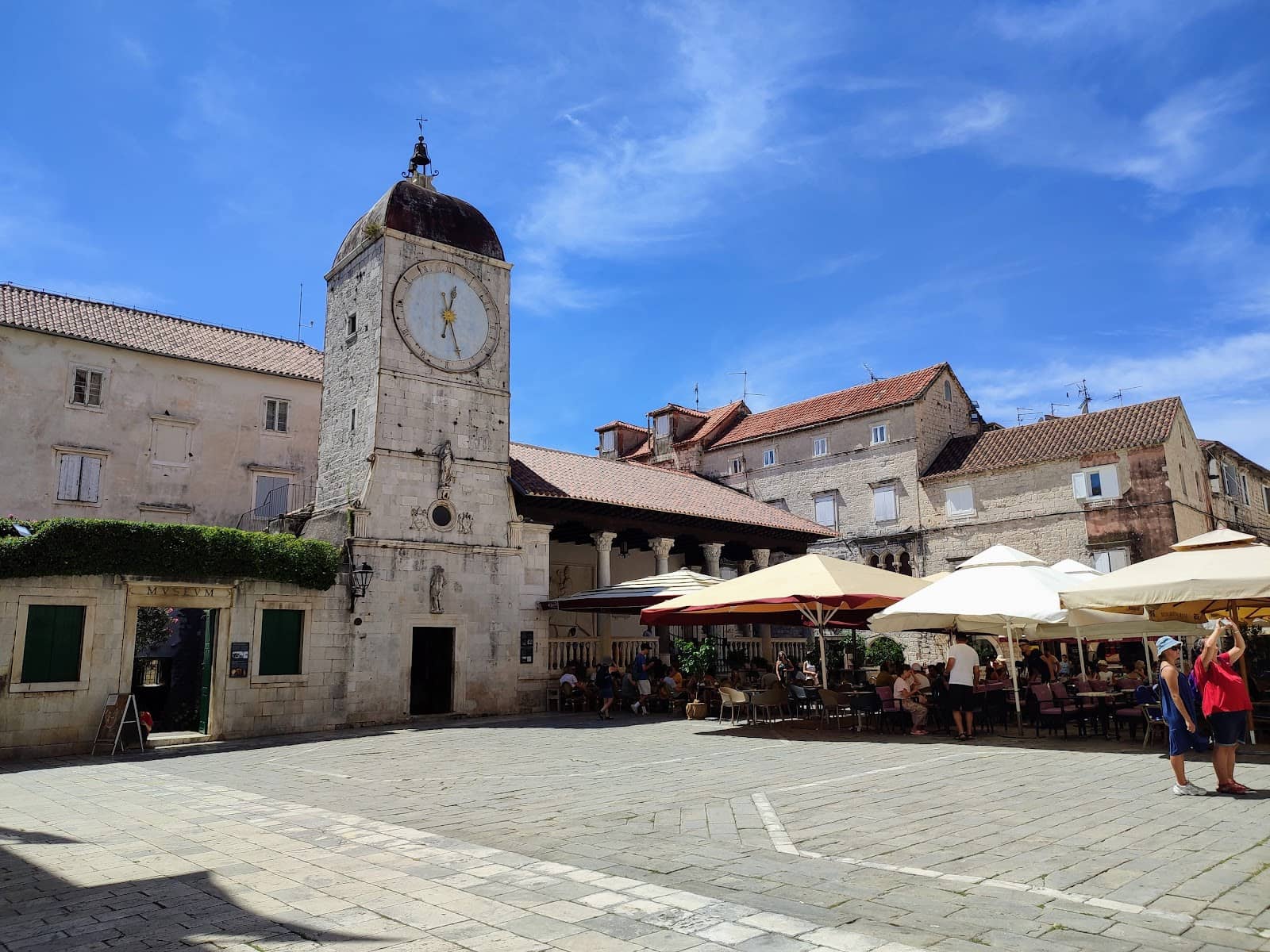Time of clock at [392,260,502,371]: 12:26
